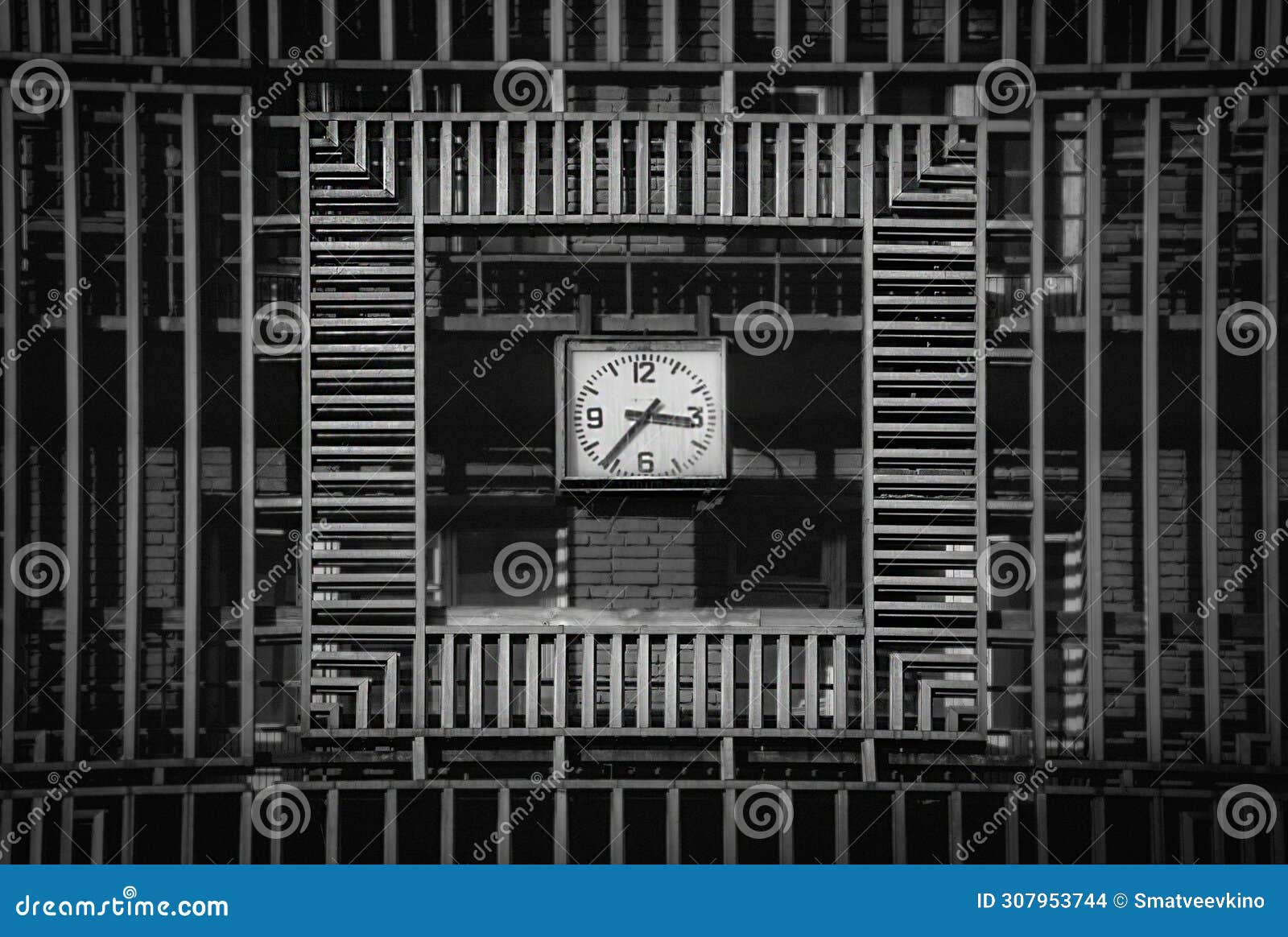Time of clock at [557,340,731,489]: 7:16
